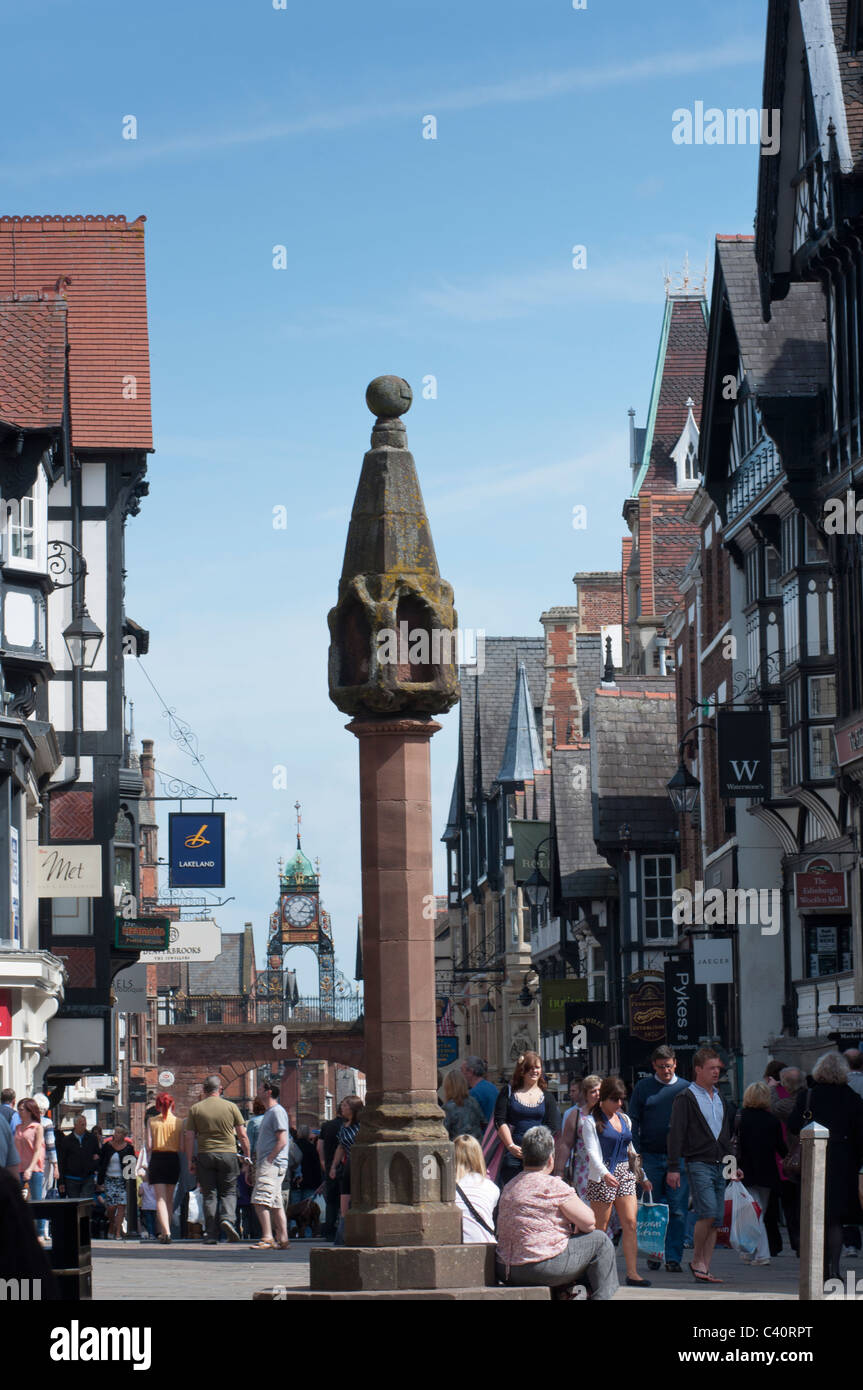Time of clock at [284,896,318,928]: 1:16
